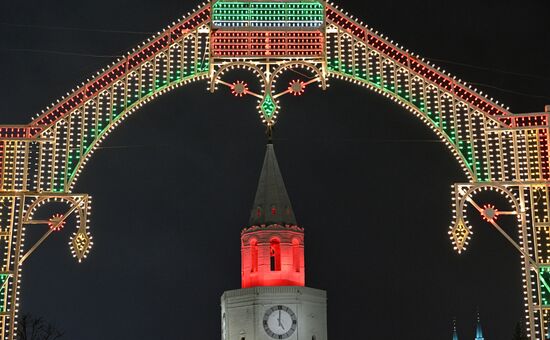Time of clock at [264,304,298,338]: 5:00
